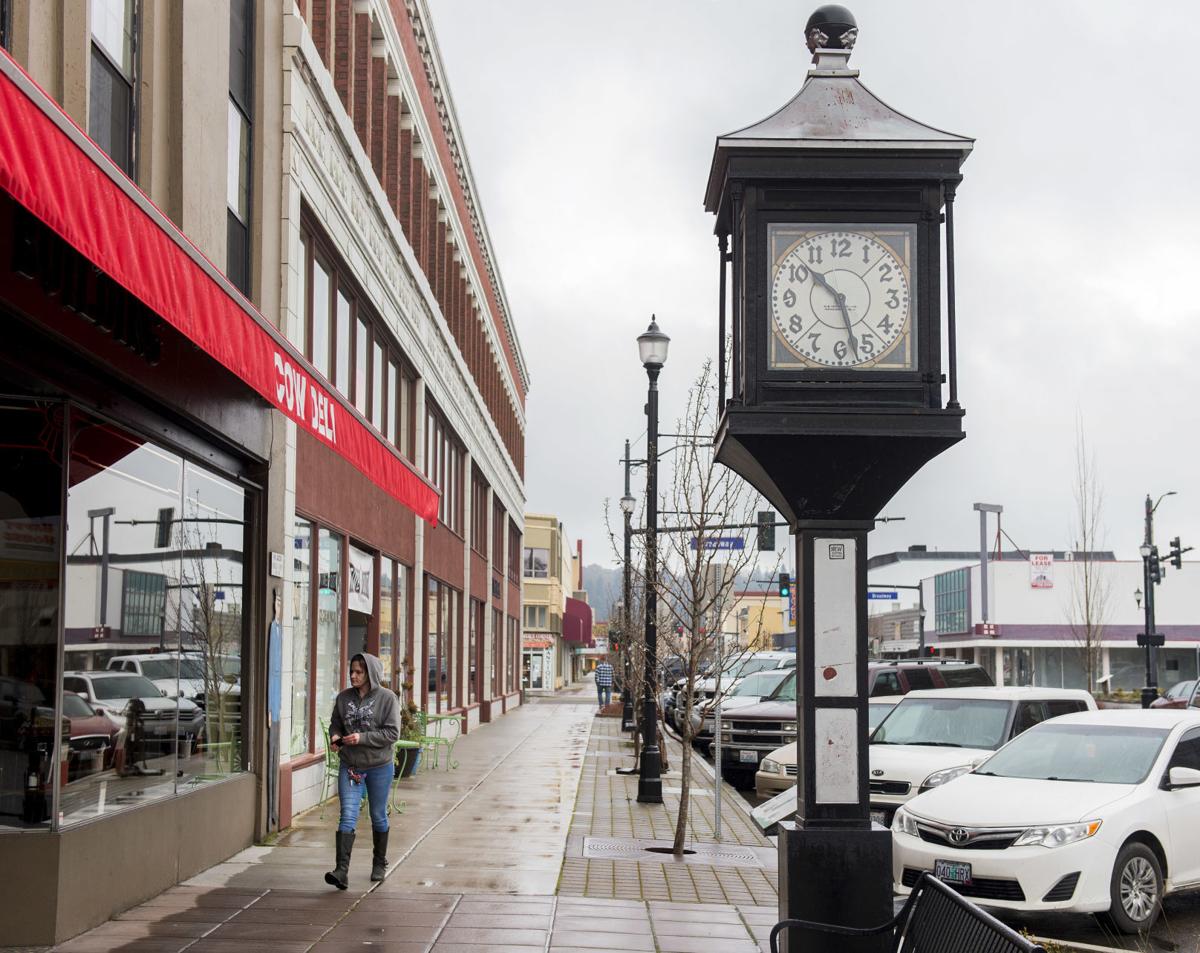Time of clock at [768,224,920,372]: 10:27
